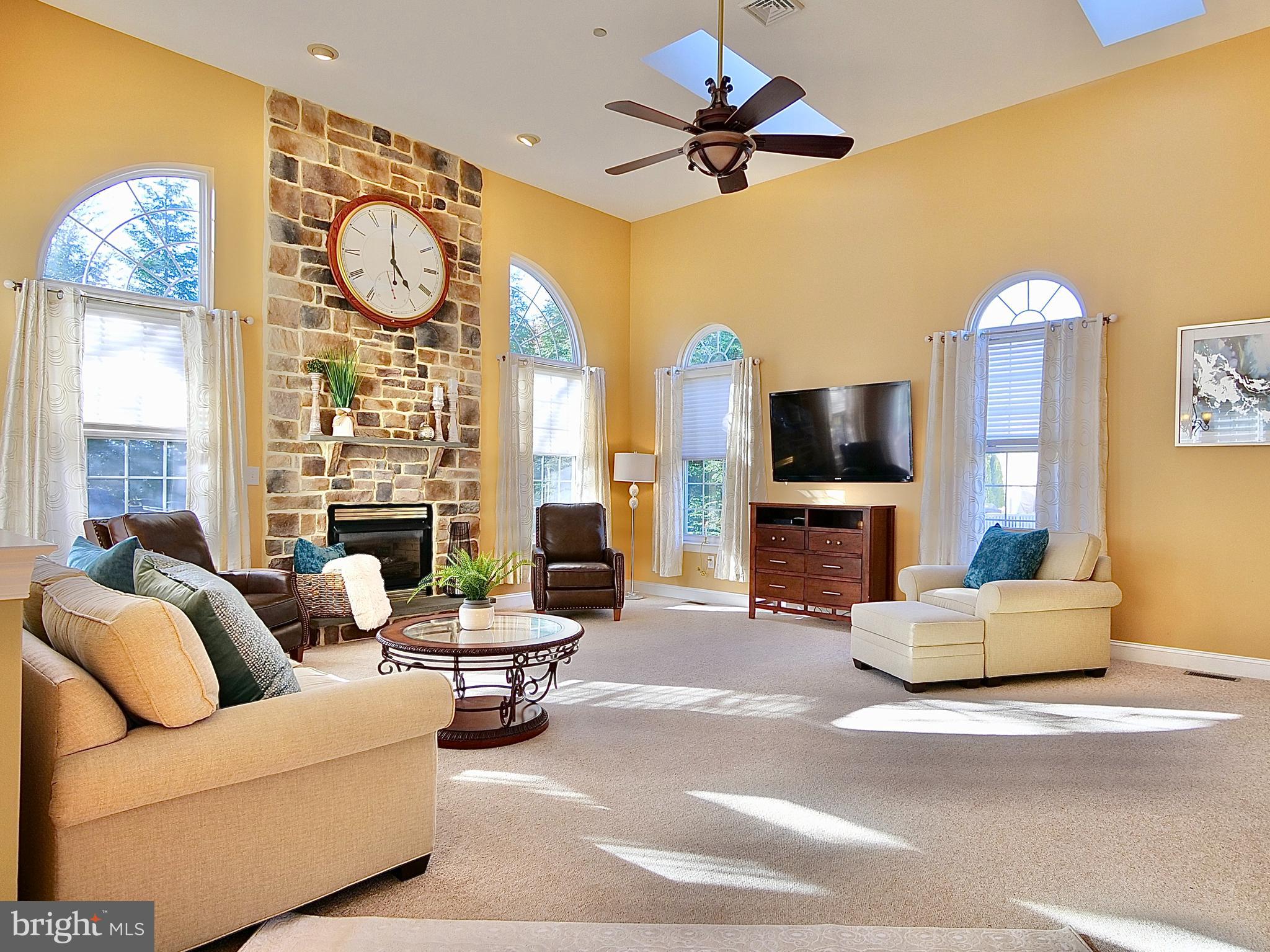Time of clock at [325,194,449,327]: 4:59
